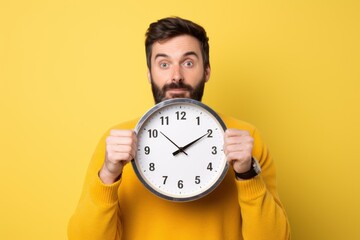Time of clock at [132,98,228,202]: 2:09
